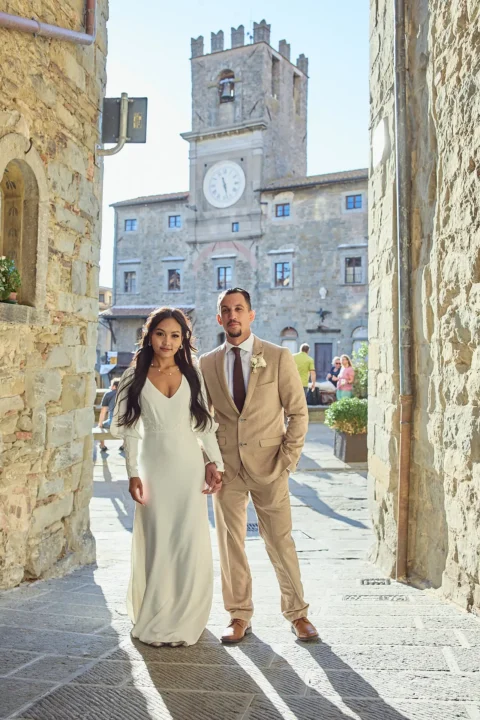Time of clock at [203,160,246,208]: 5:27
